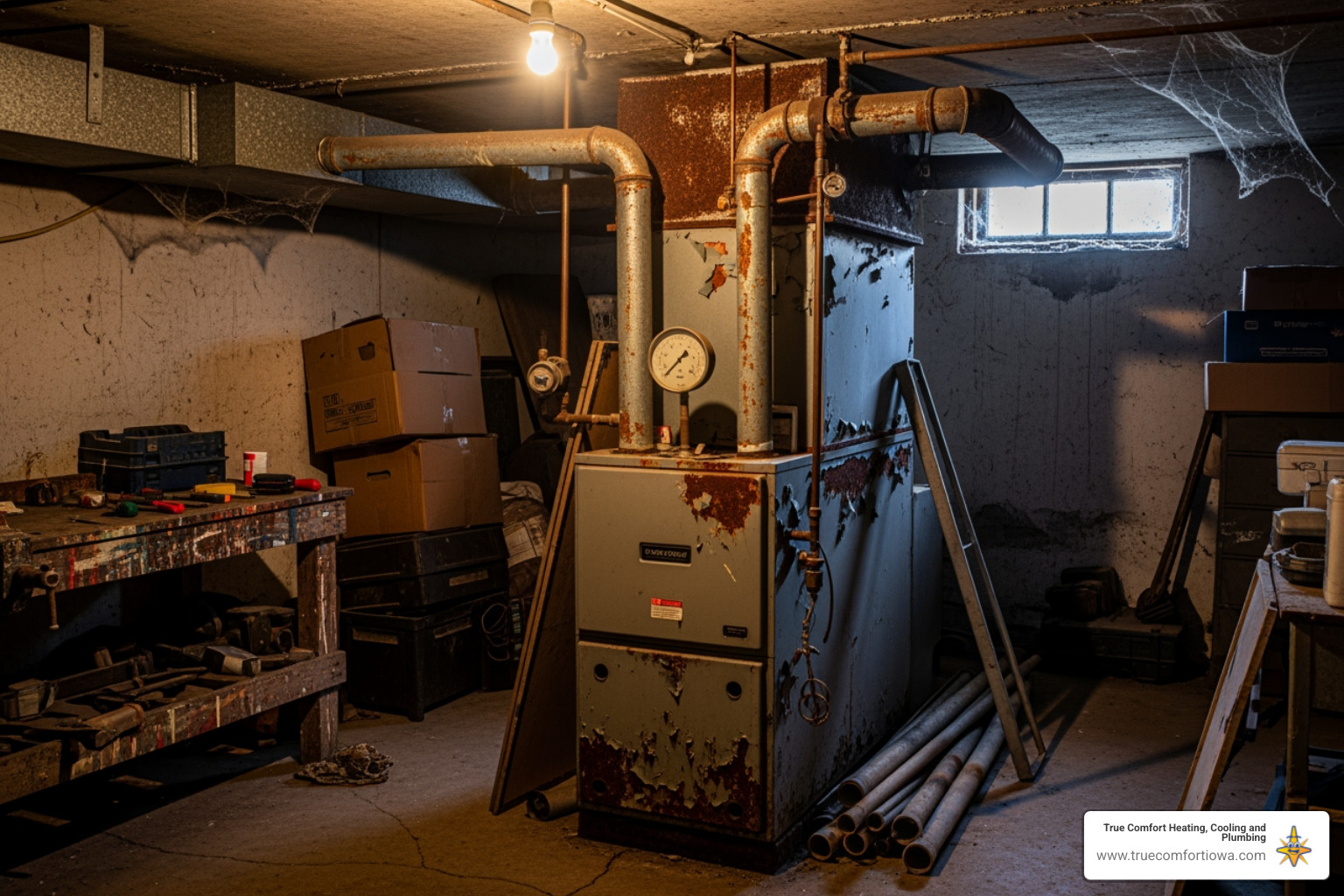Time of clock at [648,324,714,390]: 1:37
